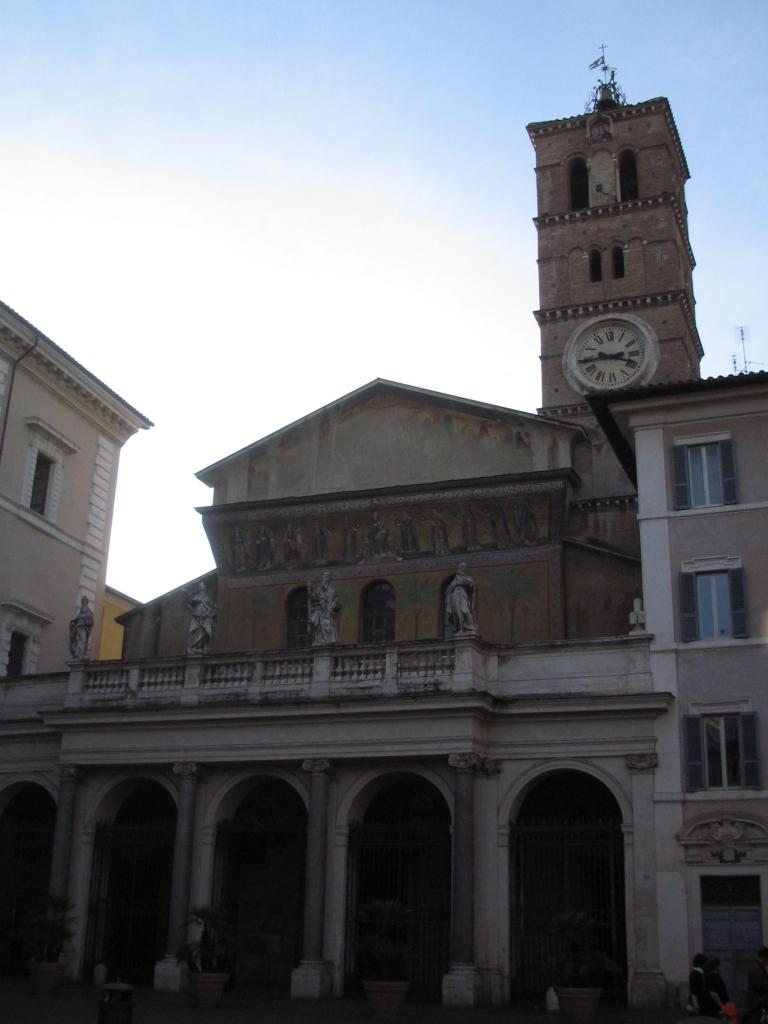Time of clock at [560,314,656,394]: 3:43
